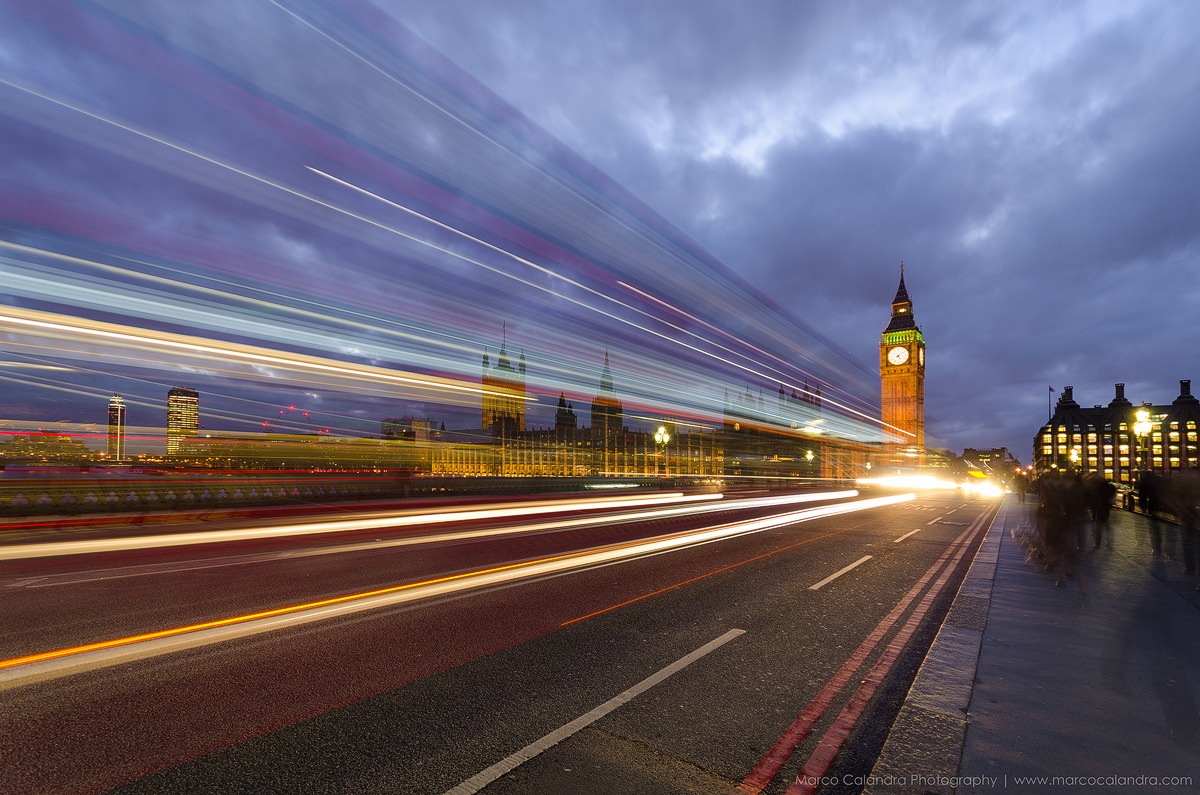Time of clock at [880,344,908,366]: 5:09
